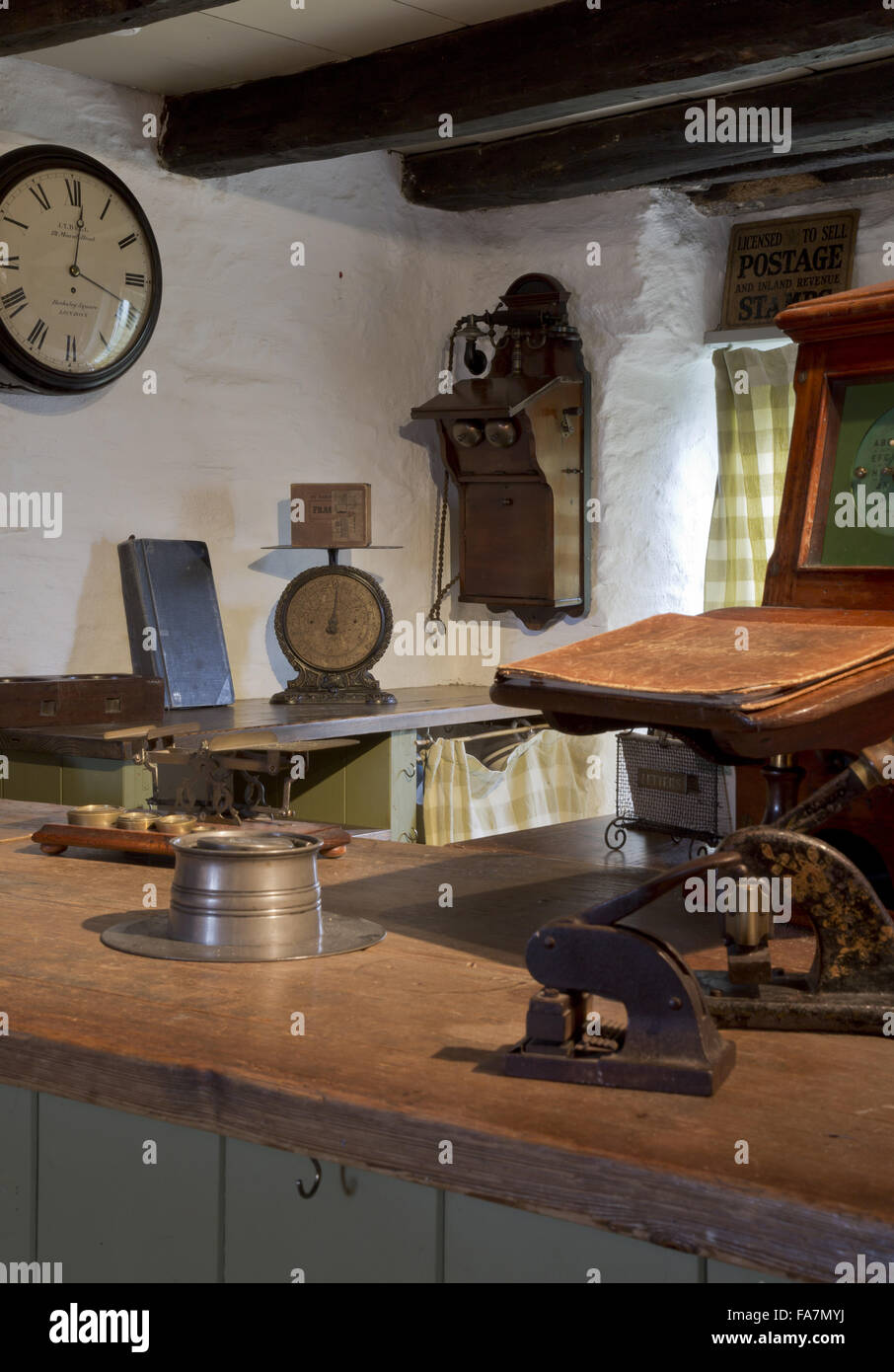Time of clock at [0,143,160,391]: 12:18
